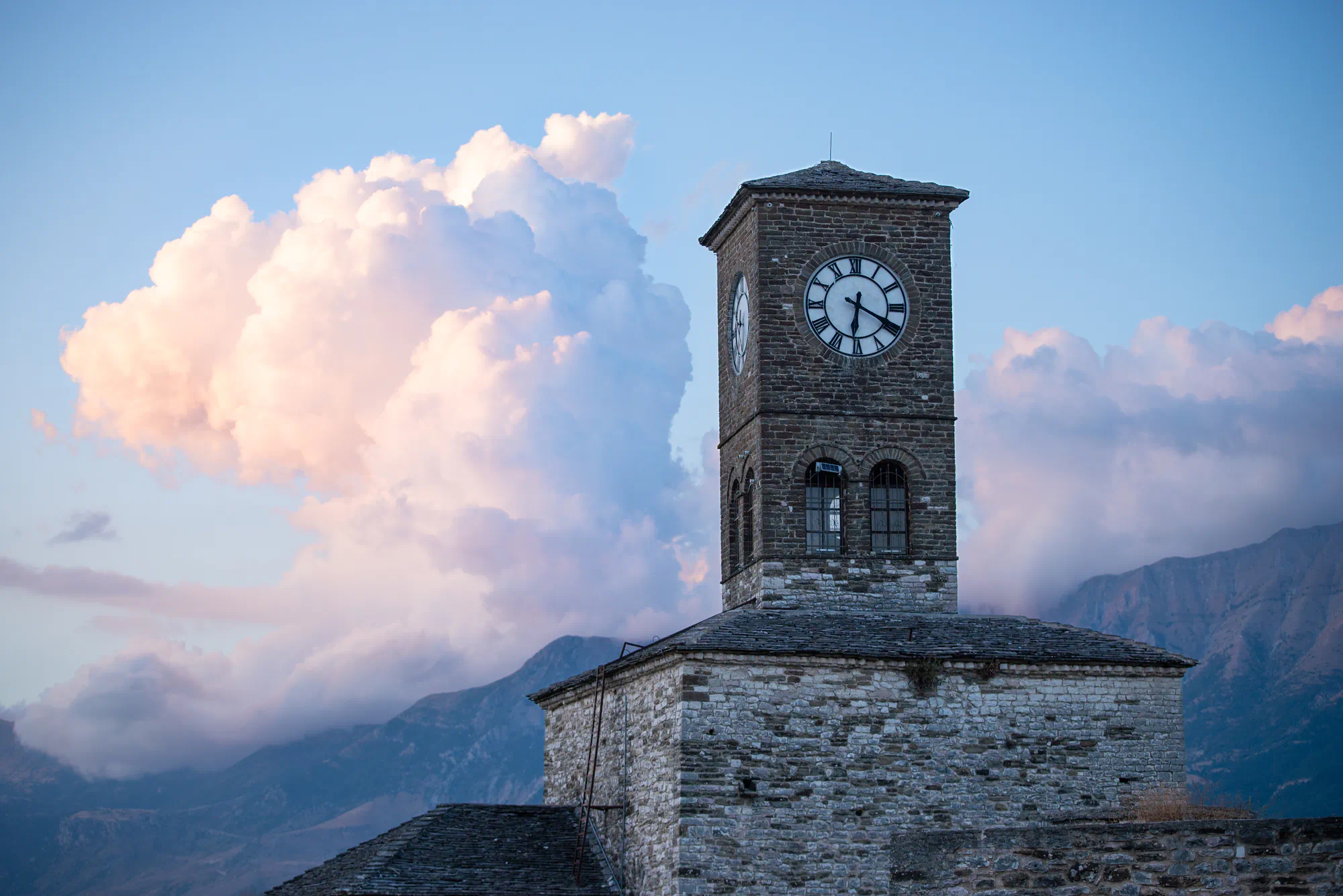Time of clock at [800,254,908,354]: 6:19
